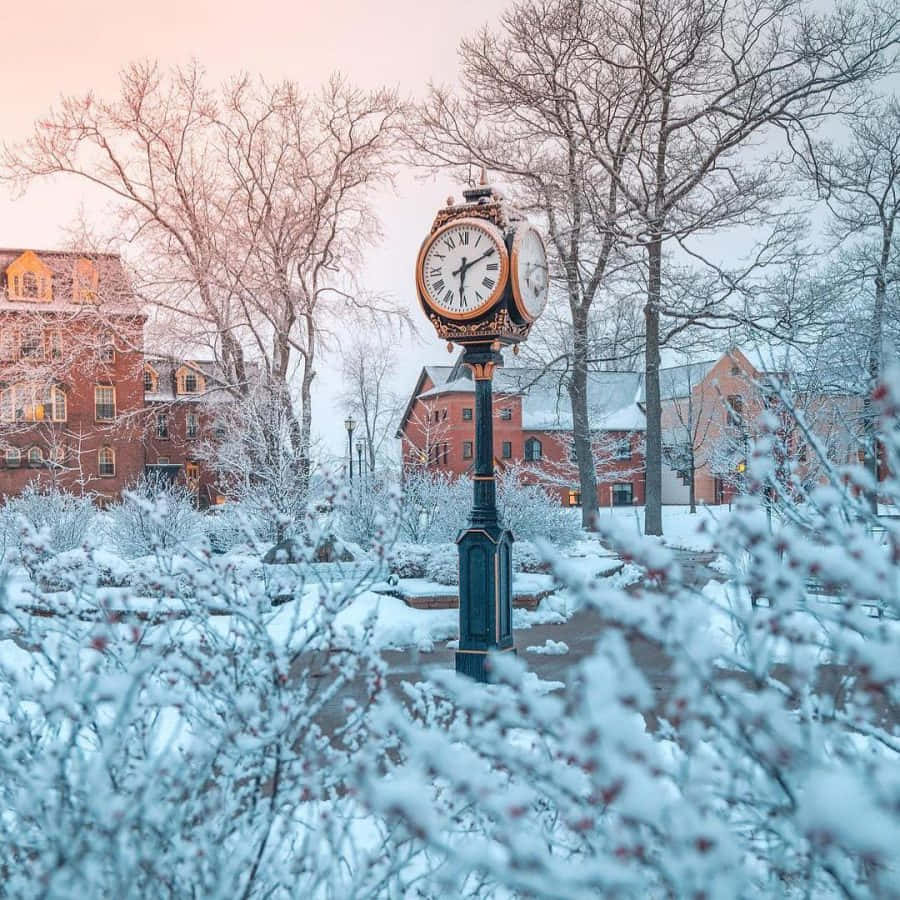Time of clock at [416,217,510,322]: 6:10
